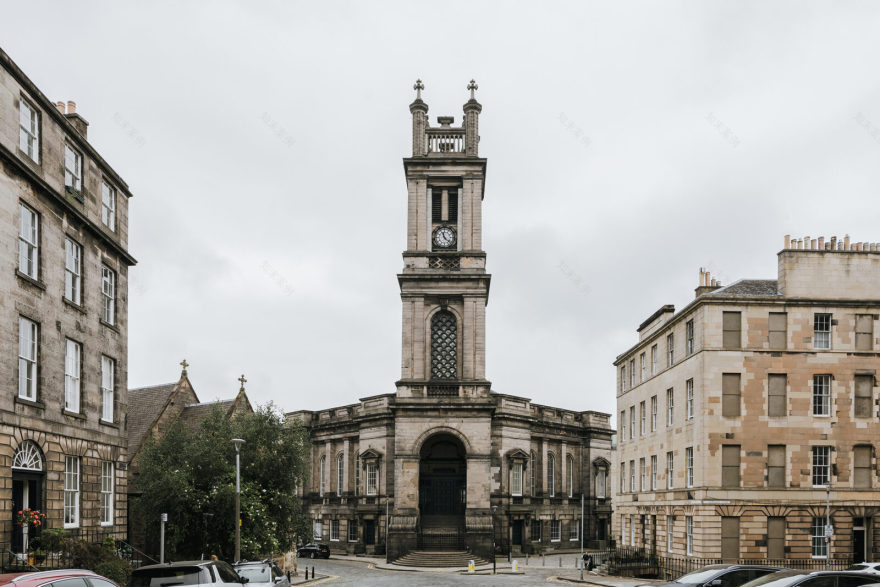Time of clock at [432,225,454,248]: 11:21
